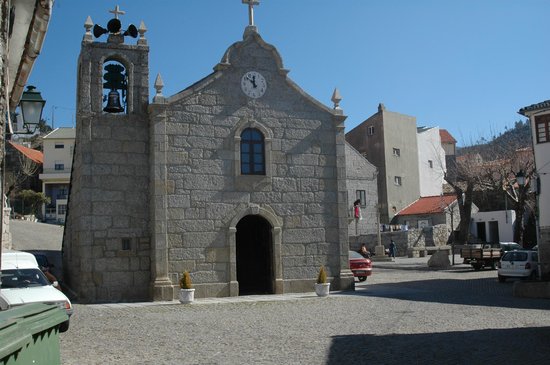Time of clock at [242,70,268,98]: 11:52
